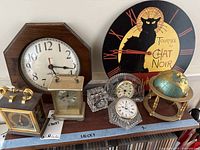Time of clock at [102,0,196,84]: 12:46
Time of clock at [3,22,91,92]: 5:15
